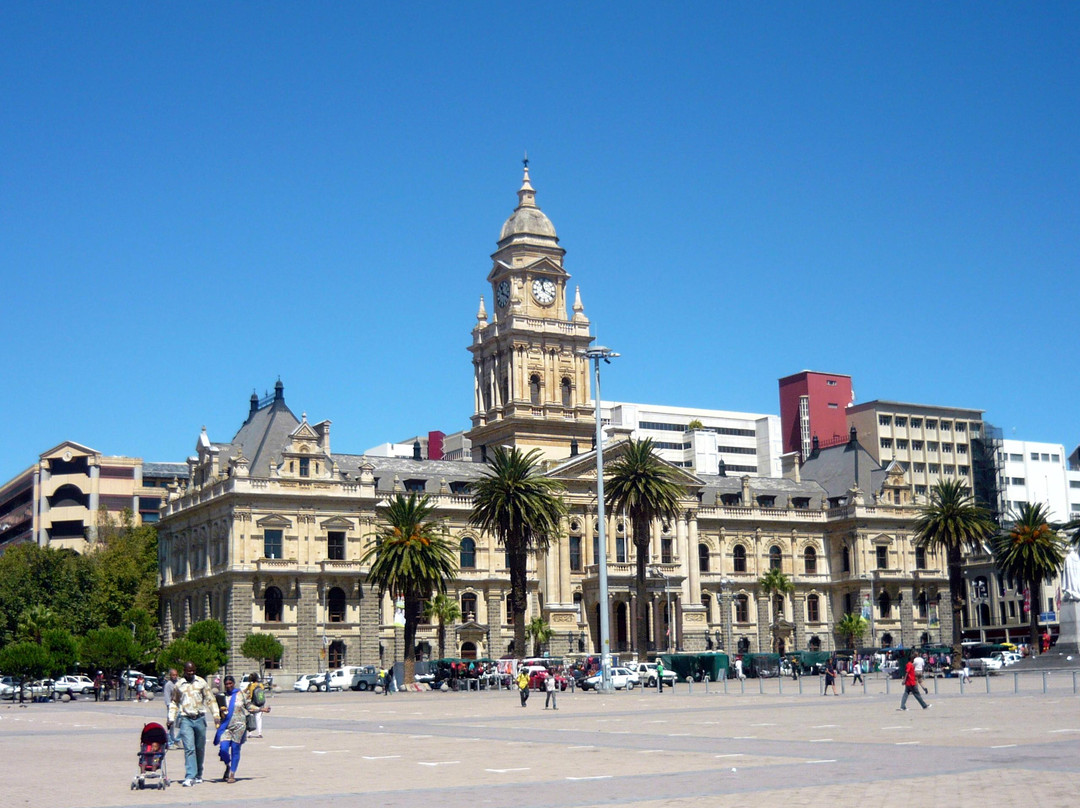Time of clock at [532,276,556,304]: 11:19
